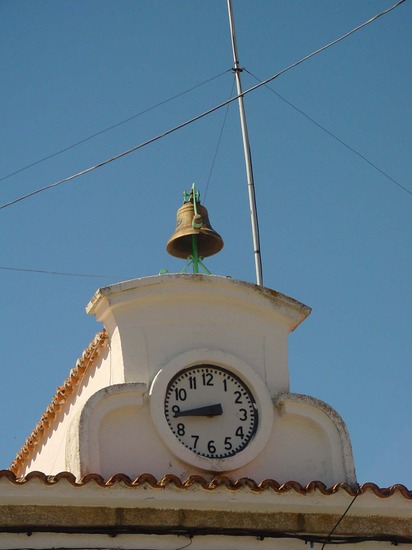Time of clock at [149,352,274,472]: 8:43
